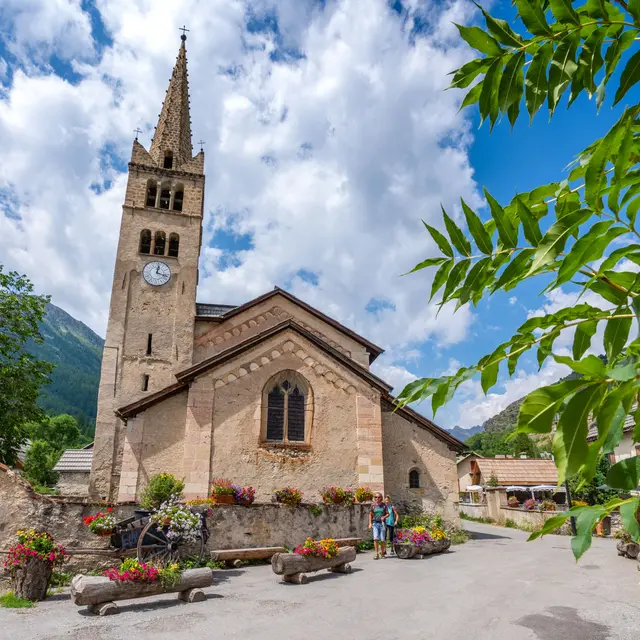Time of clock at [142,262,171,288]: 12:17
